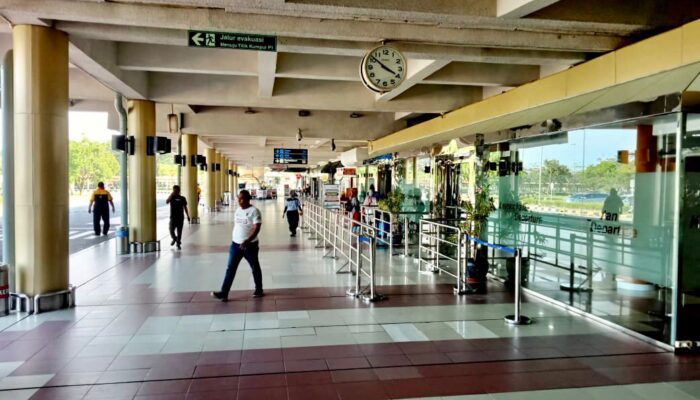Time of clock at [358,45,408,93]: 3:51
